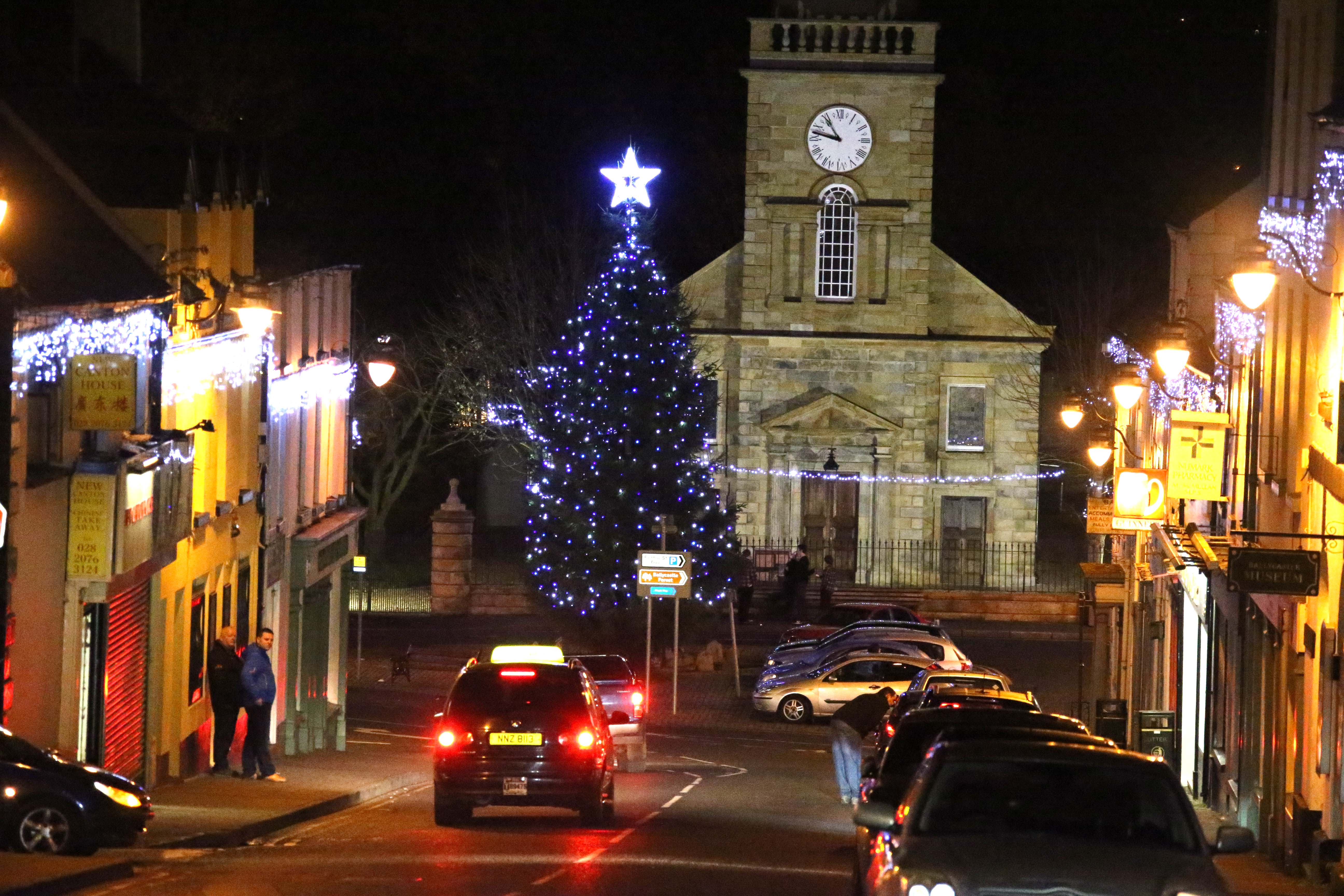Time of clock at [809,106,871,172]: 10:47
